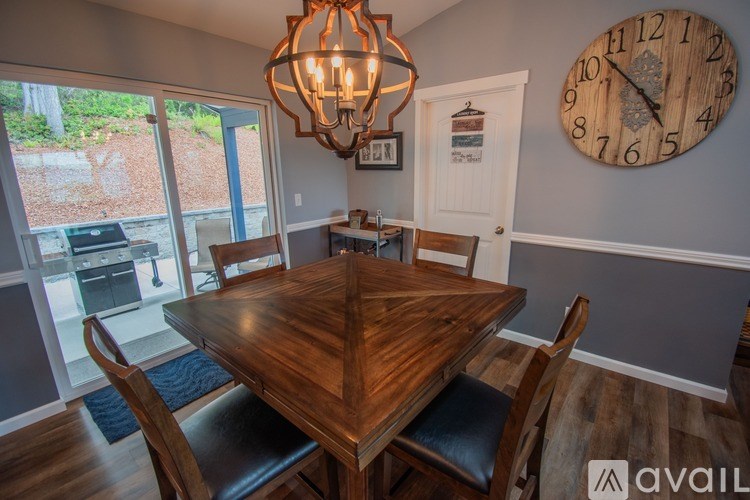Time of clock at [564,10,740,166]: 4:52
